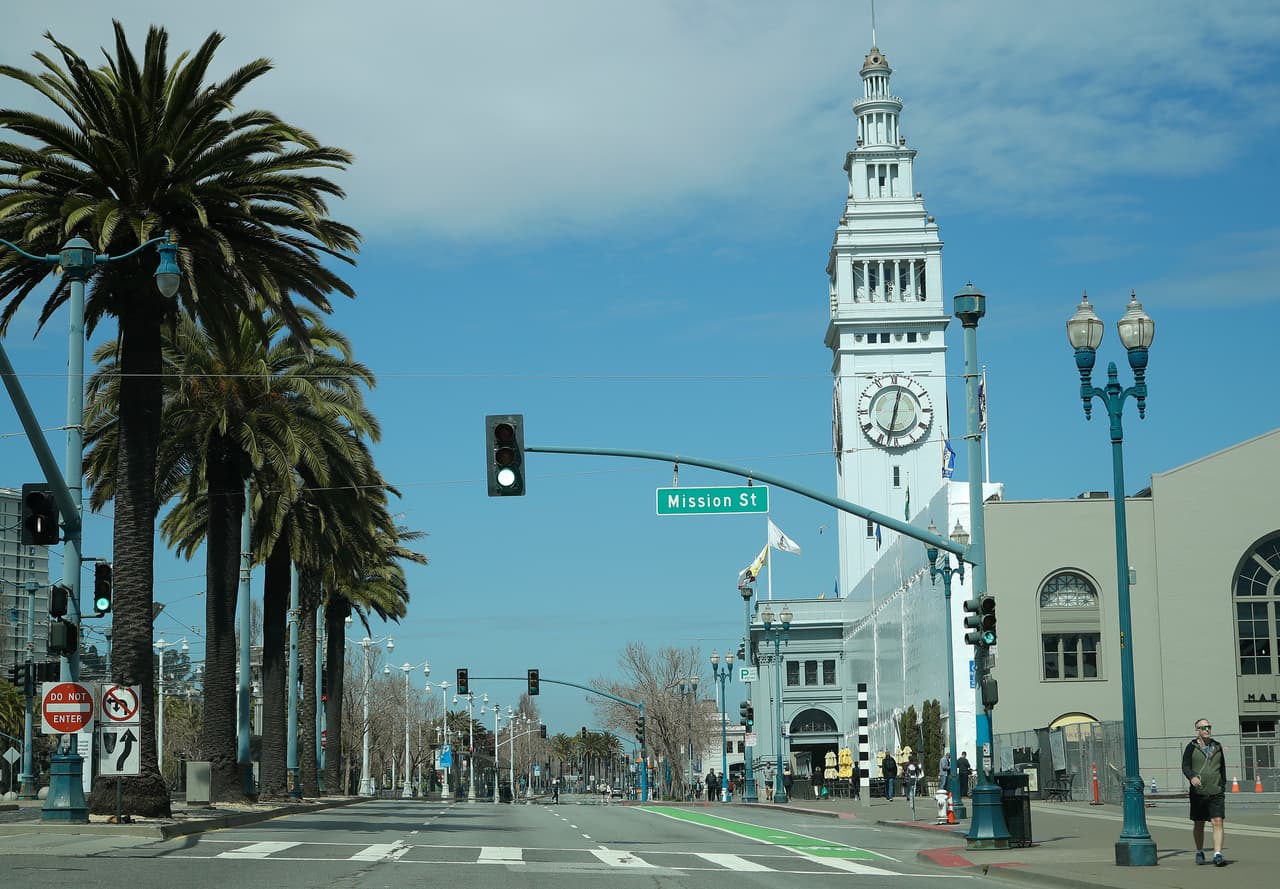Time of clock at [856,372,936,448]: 12:32
